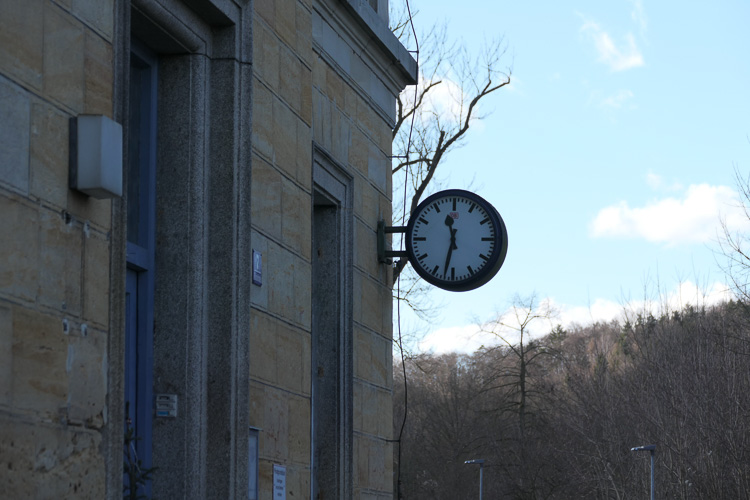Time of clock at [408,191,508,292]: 11:32
